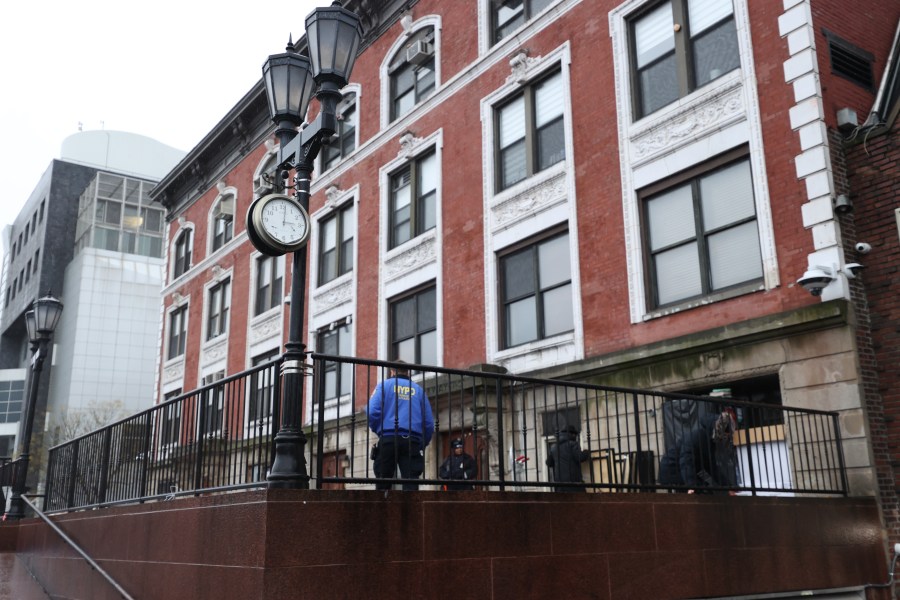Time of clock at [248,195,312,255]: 3:01
